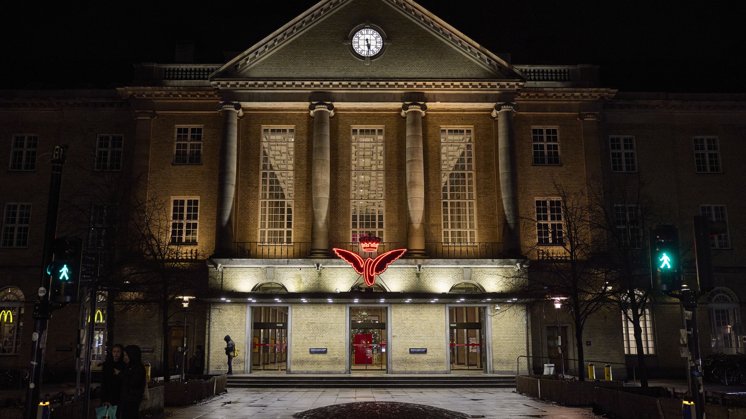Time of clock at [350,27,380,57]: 5:29
